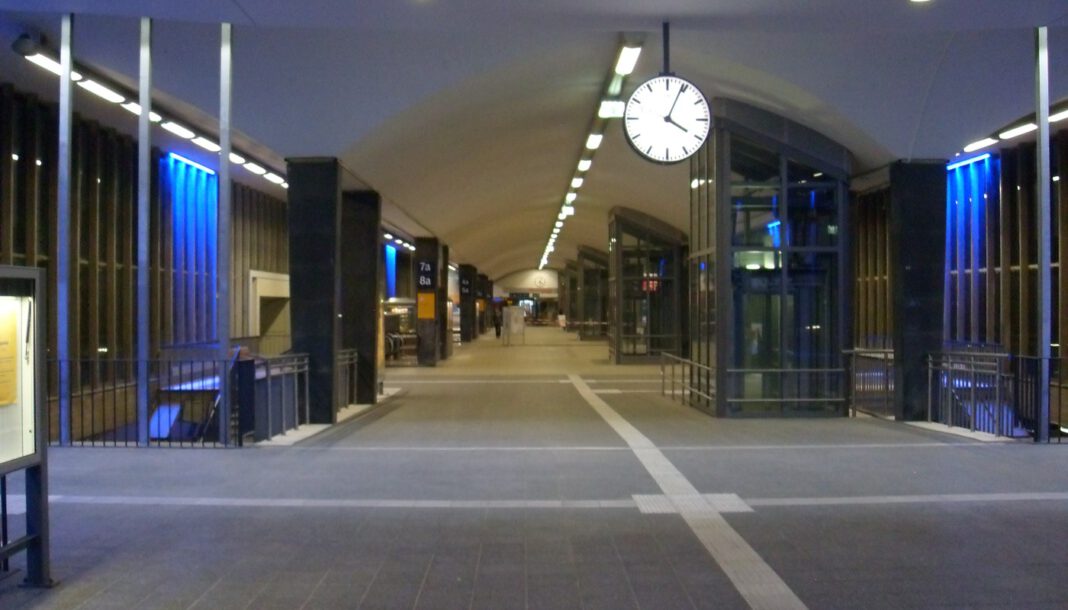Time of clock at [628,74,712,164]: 4:04
